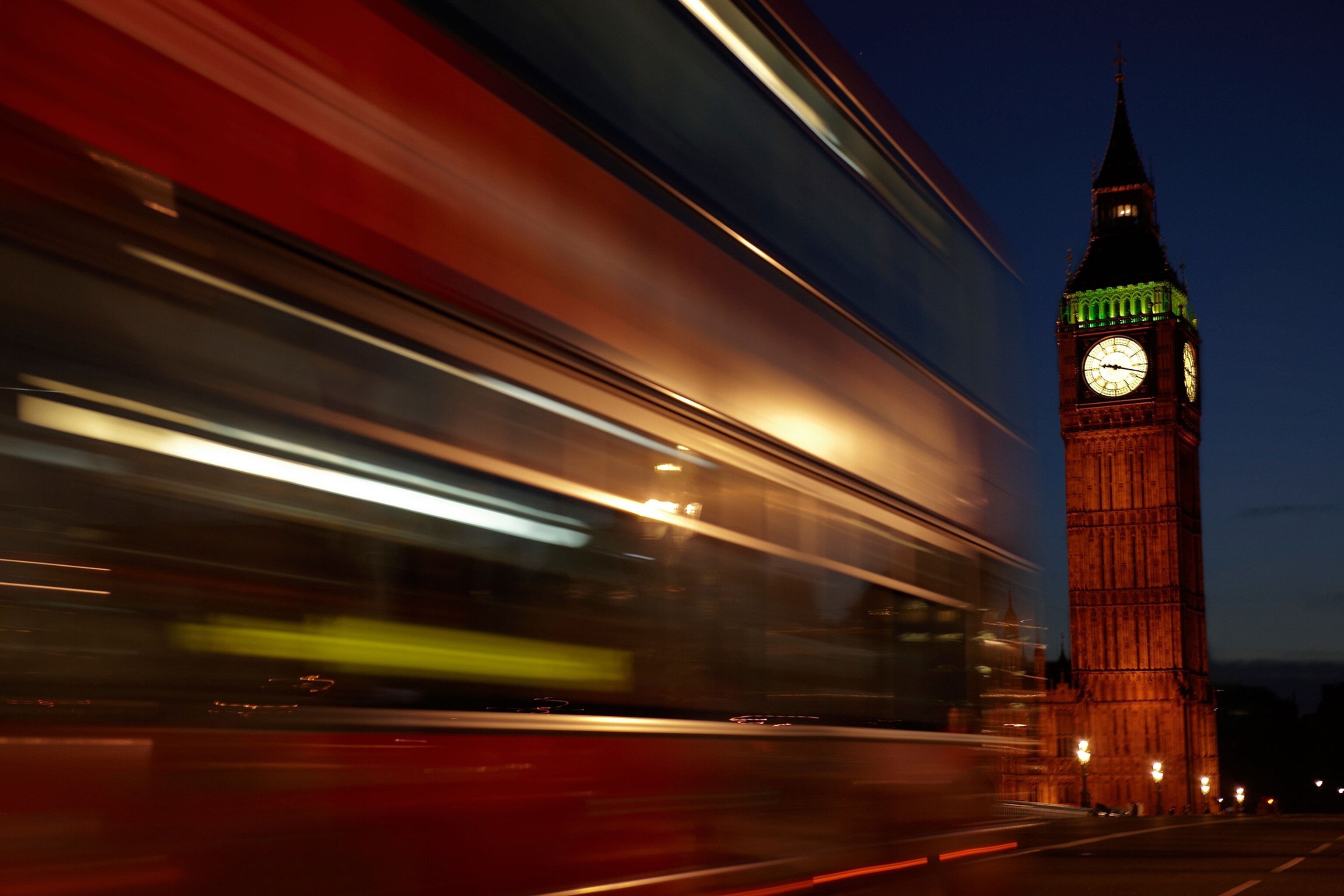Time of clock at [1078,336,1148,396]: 9:17
